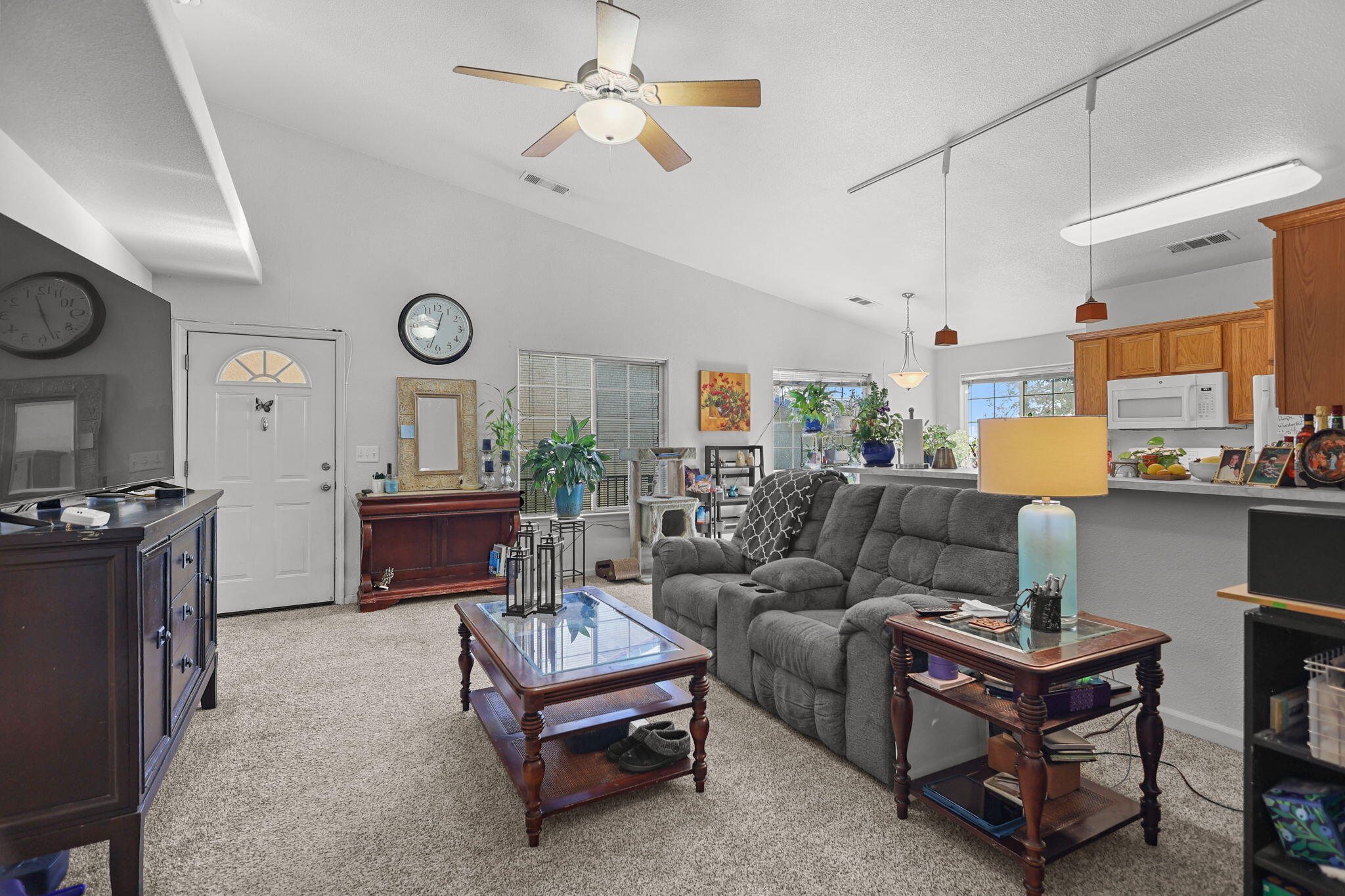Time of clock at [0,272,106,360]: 11:26
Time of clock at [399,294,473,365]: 12:33
